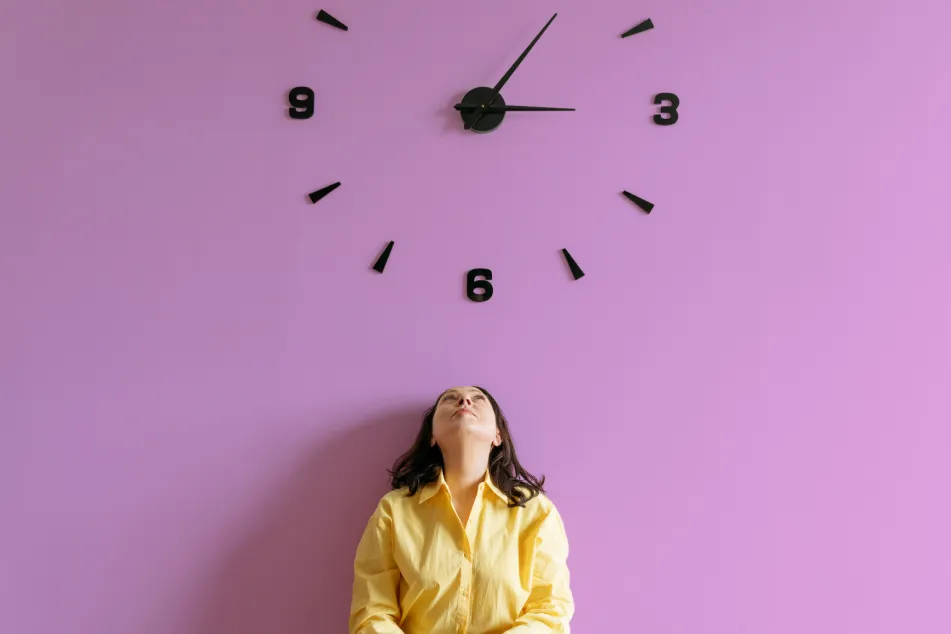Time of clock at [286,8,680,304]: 3:05
